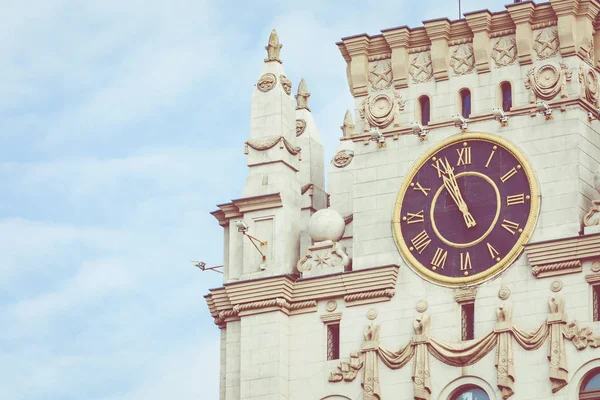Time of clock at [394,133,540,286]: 10:56
